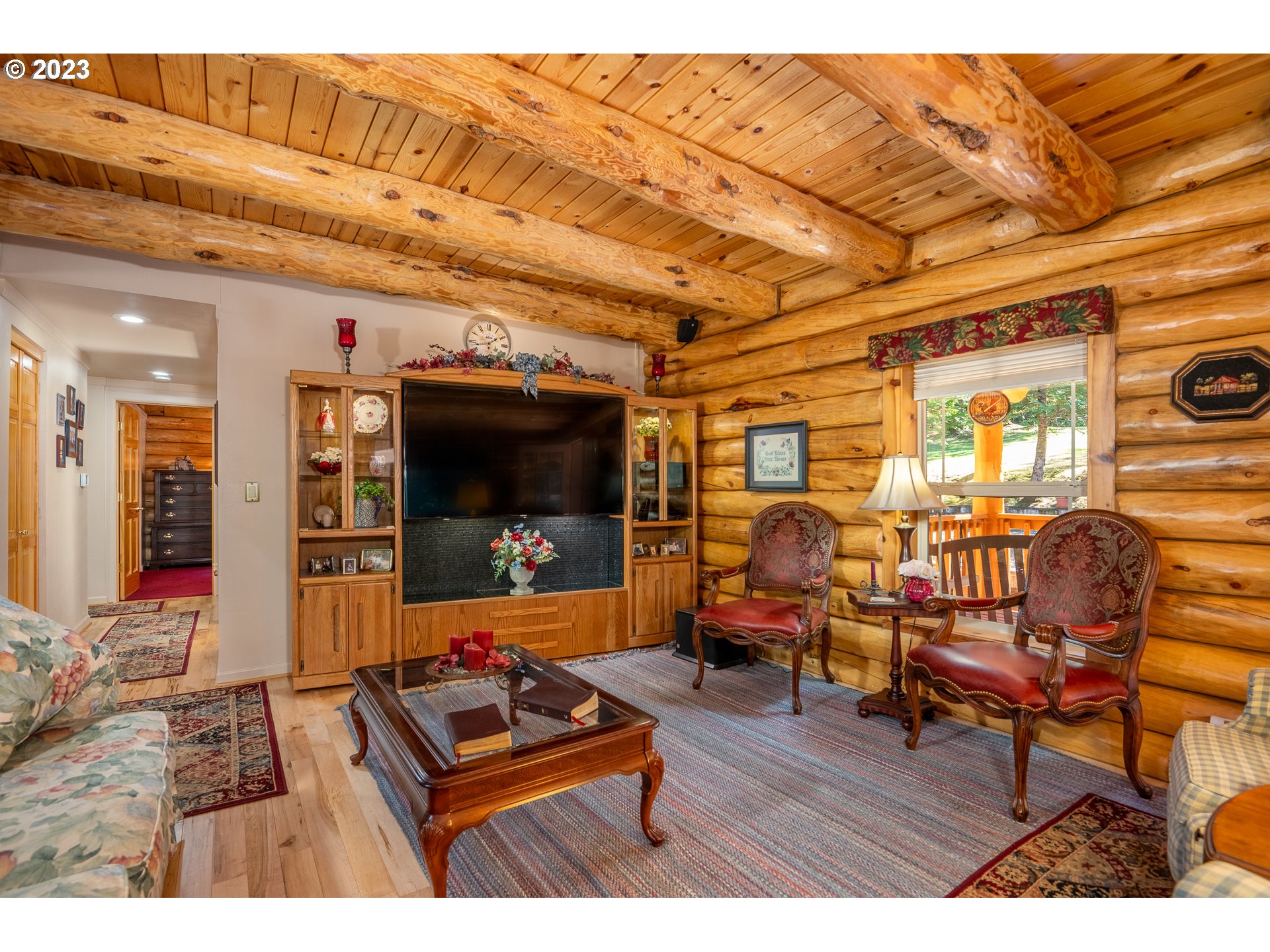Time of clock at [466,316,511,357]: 1:43
